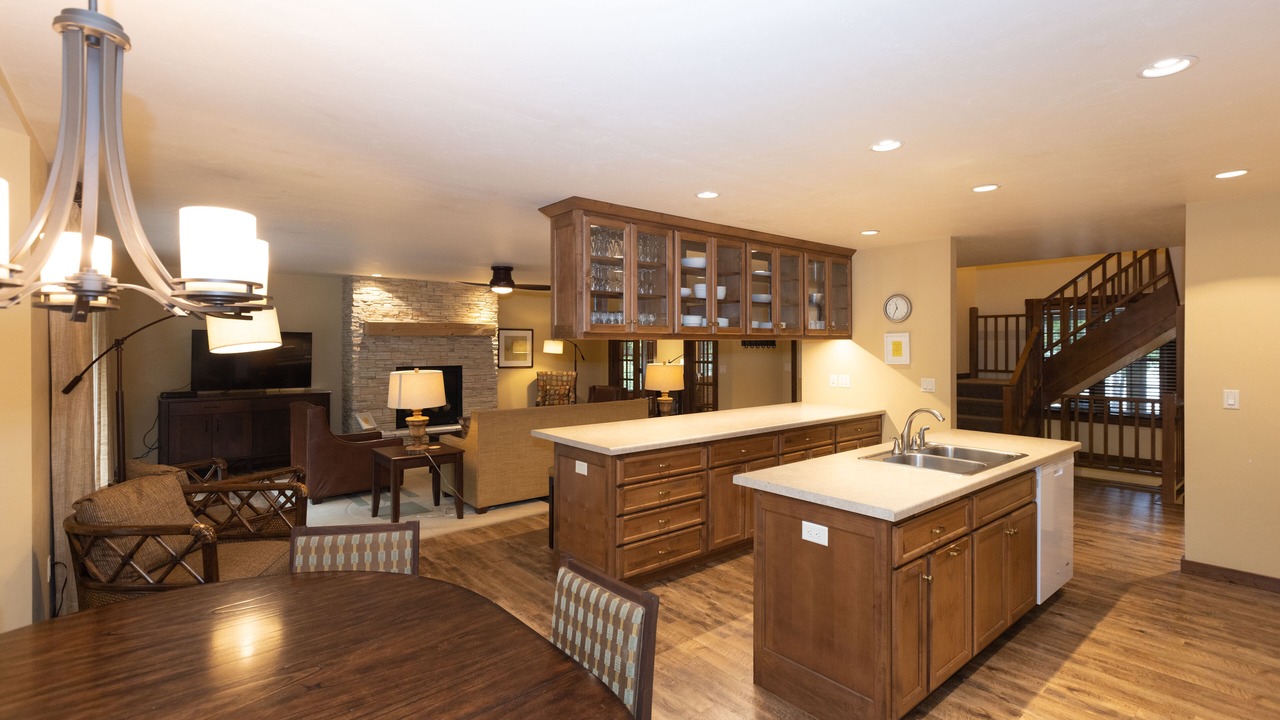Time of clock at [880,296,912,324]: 11:34
